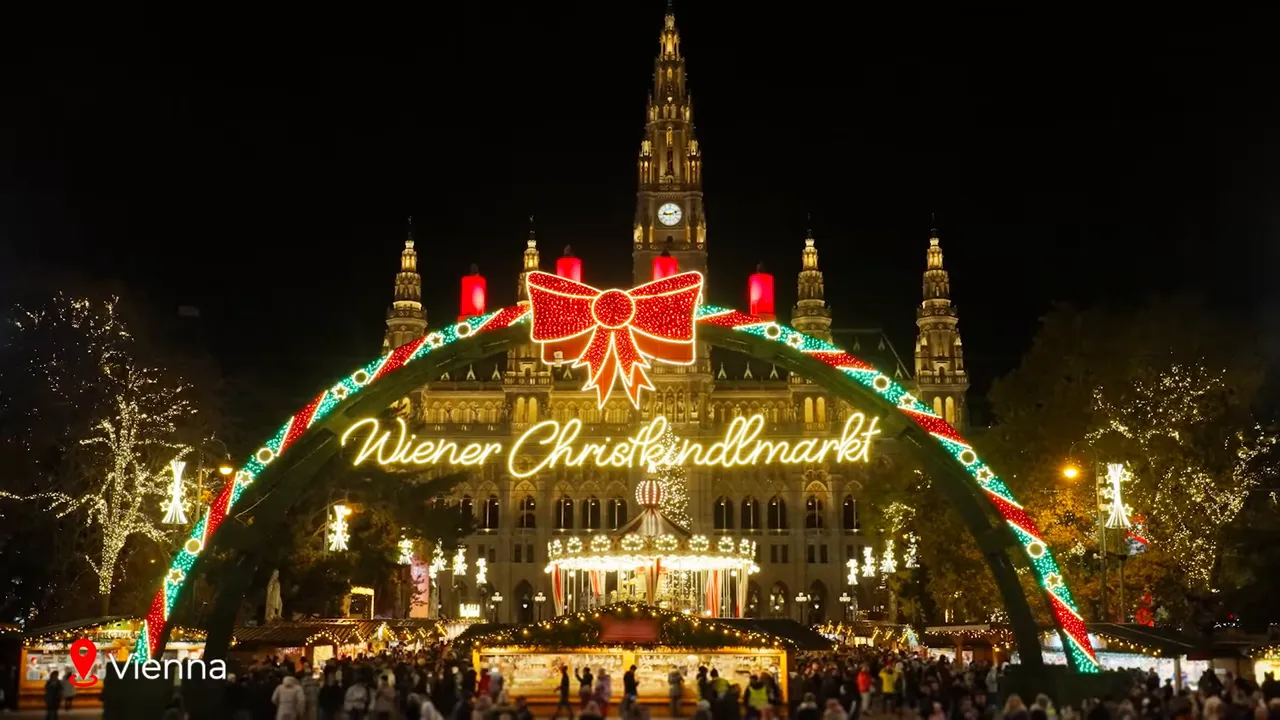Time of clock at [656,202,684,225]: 9:11
